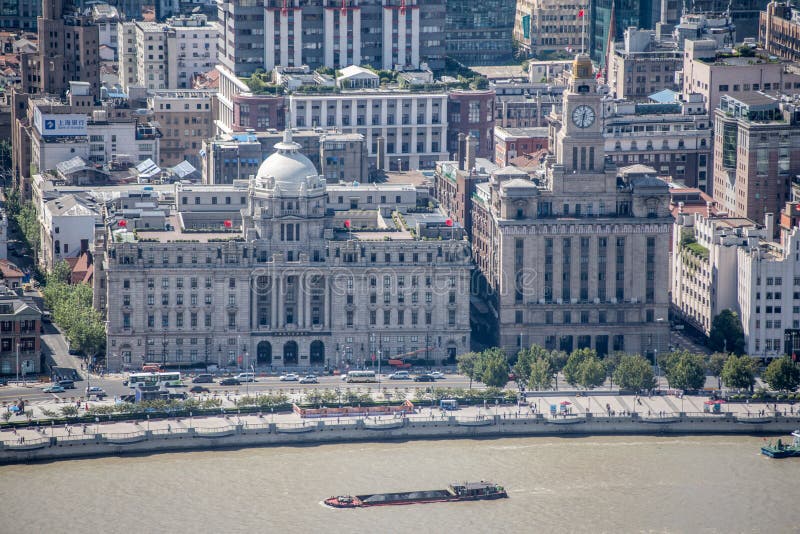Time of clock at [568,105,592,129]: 12:31
